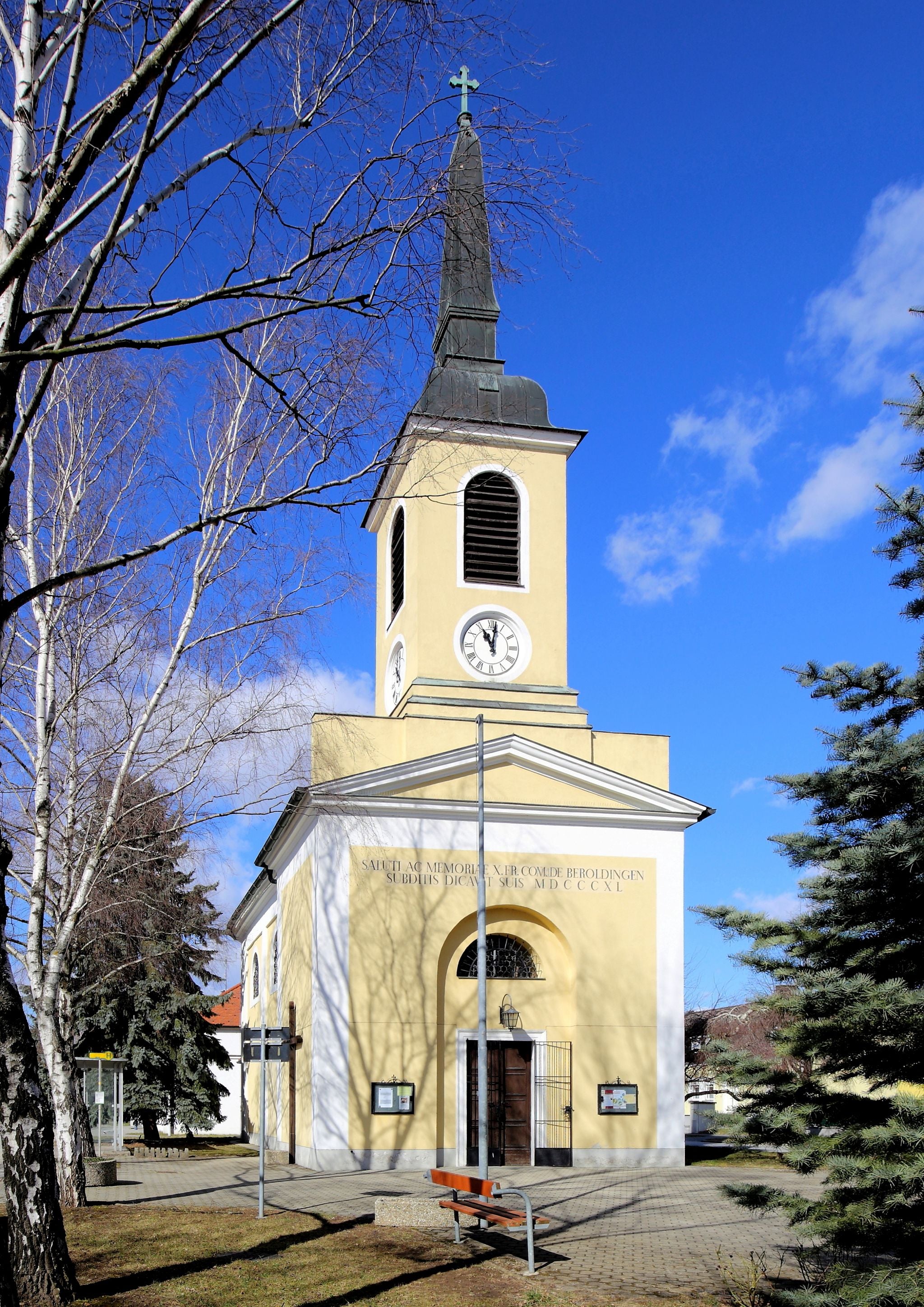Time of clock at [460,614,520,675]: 11:01
